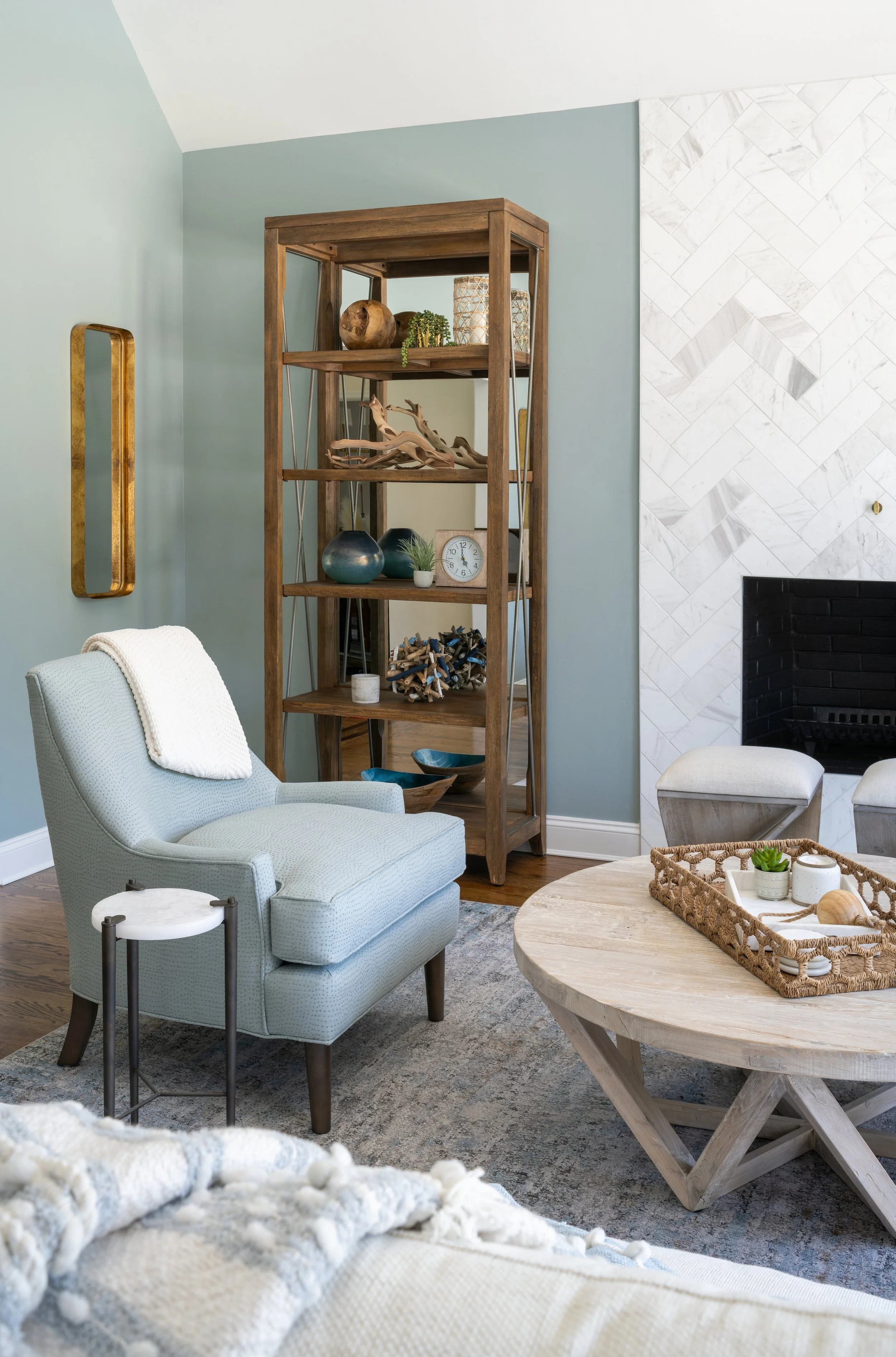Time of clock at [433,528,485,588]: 4:58
